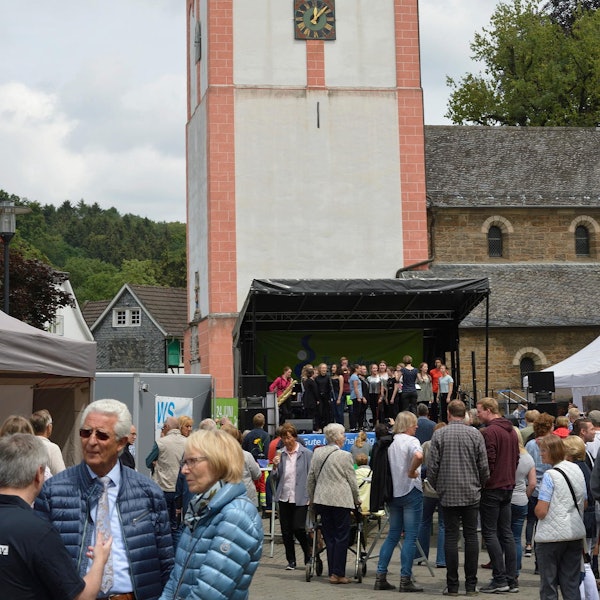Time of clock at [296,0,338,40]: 12:07
